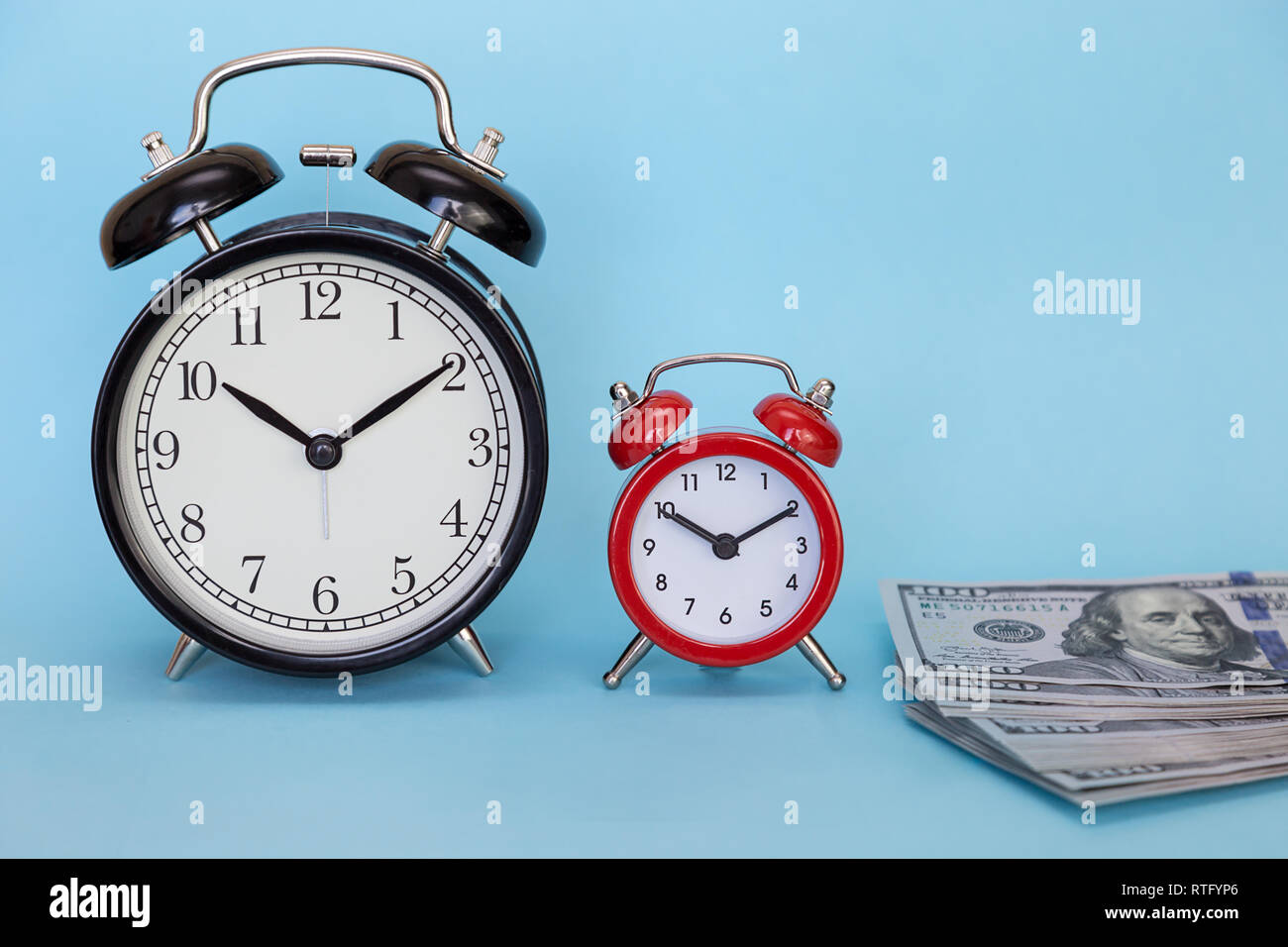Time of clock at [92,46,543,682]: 10:09
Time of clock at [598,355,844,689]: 10:10
